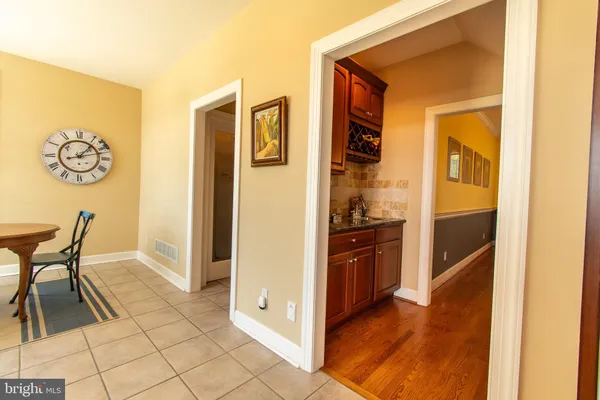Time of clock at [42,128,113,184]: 1:12
